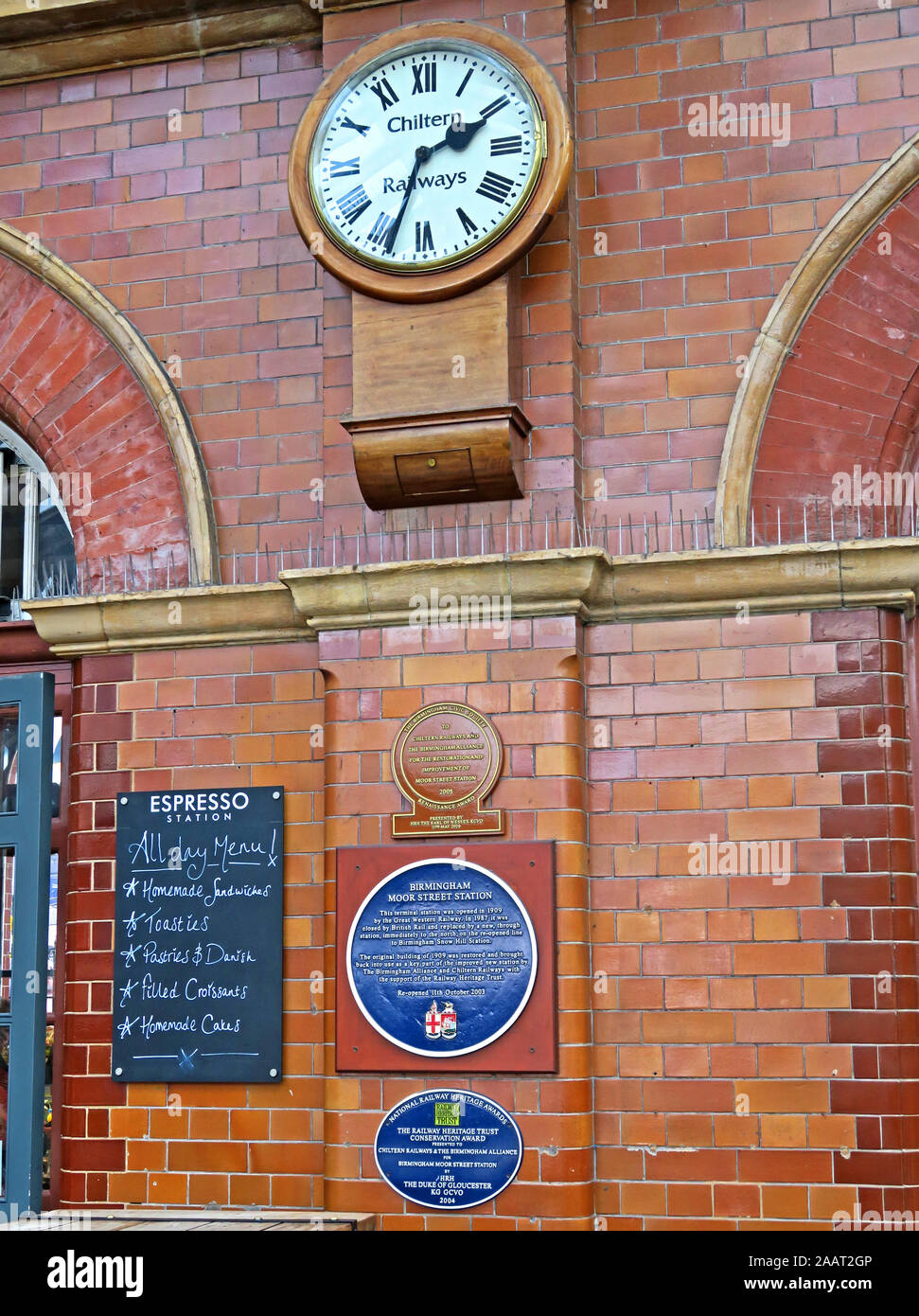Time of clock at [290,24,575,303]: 2:33
